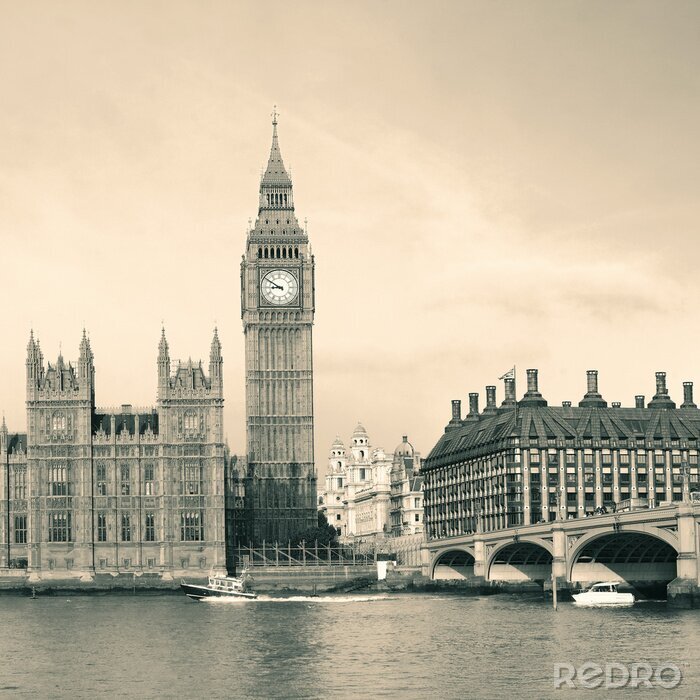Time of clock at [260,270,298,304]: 8:50
